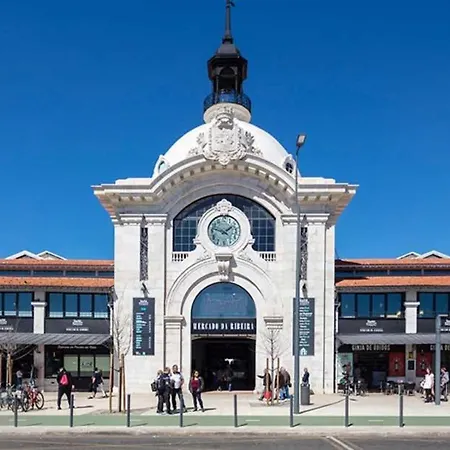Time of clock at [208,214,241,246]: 1:47
